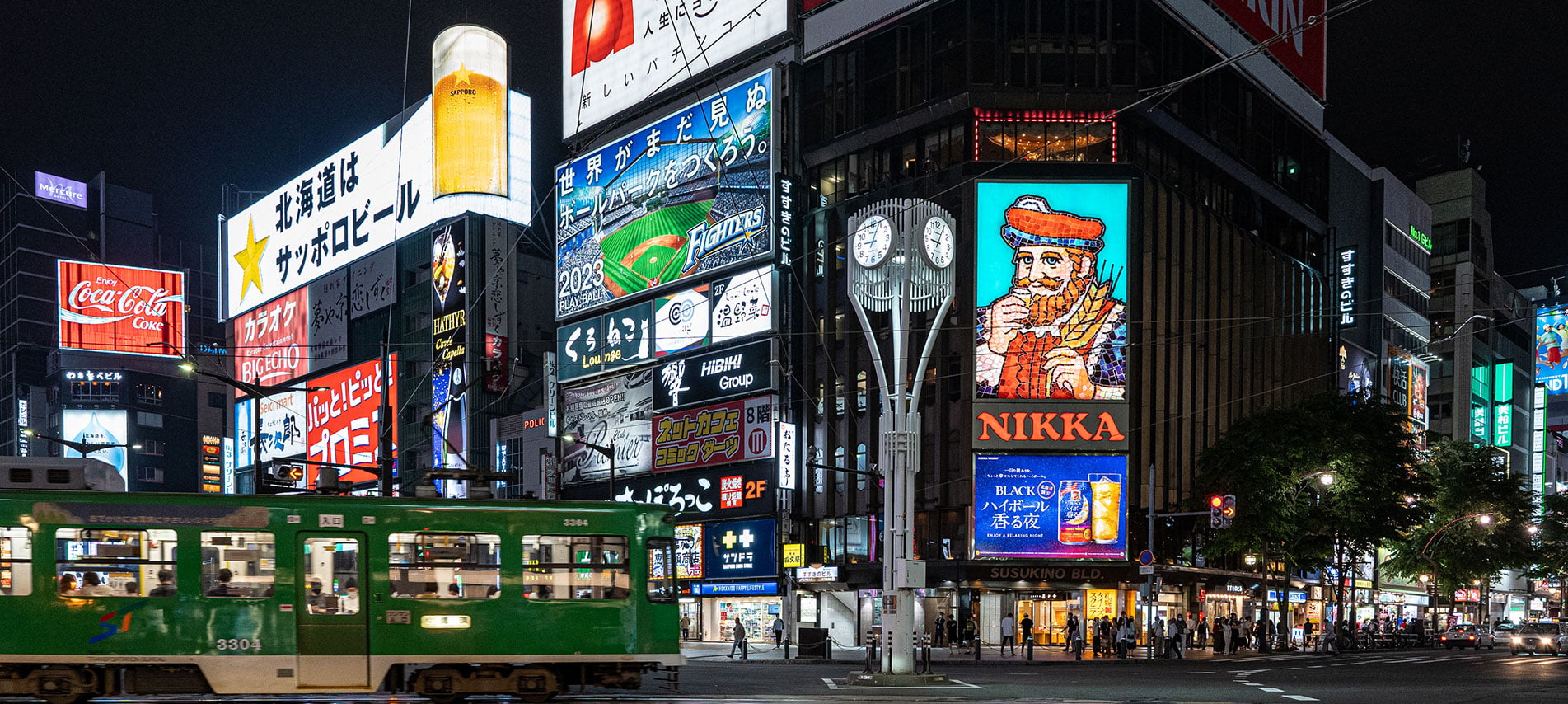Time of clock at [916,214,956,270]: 9:04
